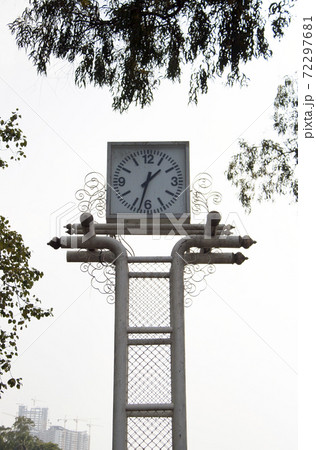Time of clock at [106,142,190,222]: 1:32
